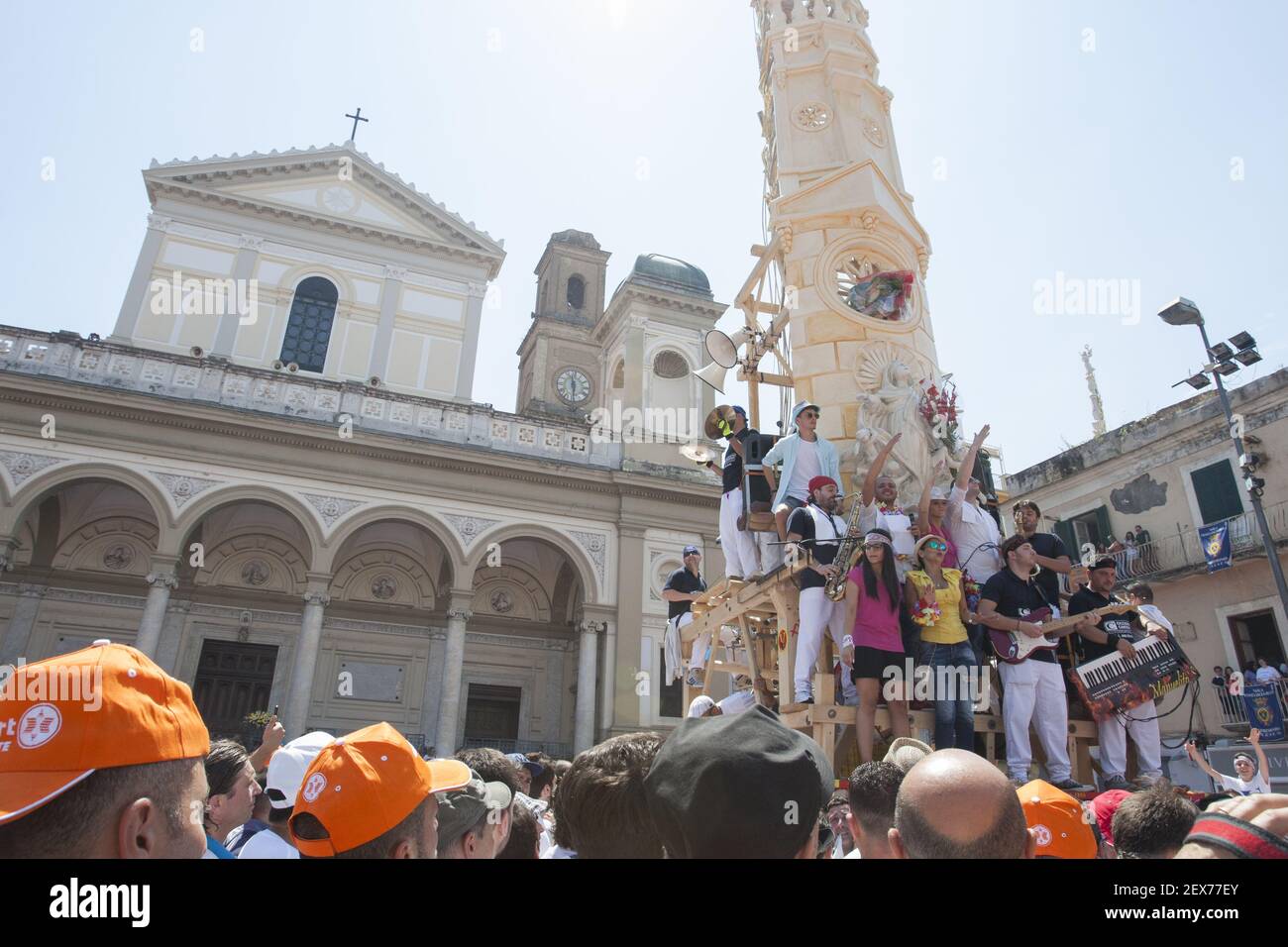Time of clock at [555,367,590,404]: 11:30
